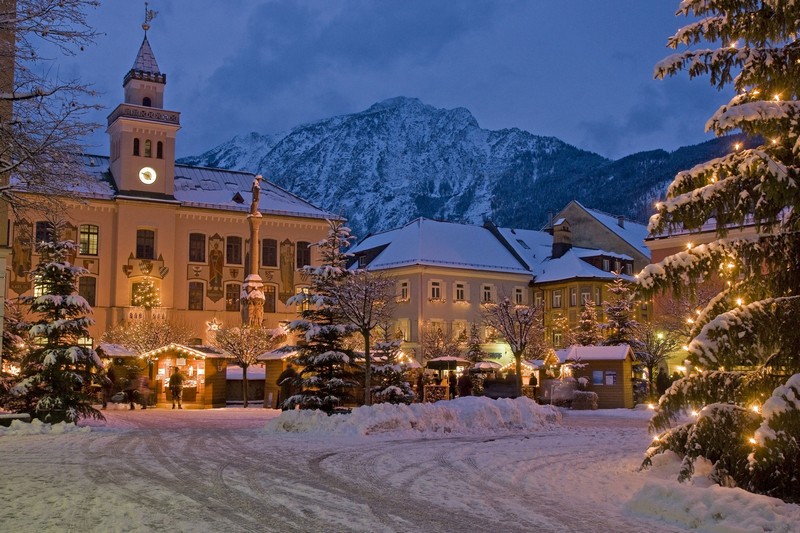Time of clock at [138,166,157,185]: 4:47
